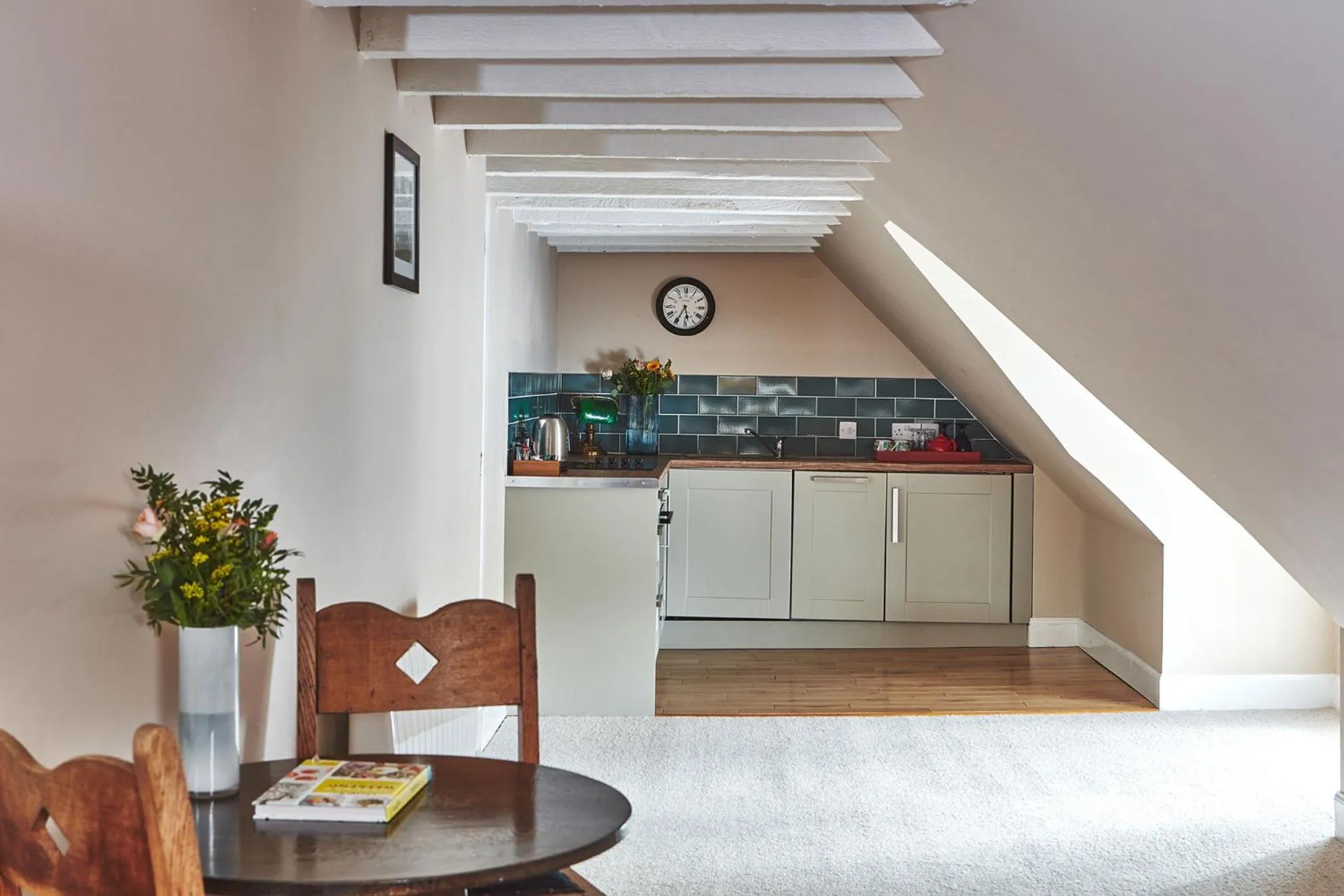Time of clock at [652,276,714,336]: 5:34
